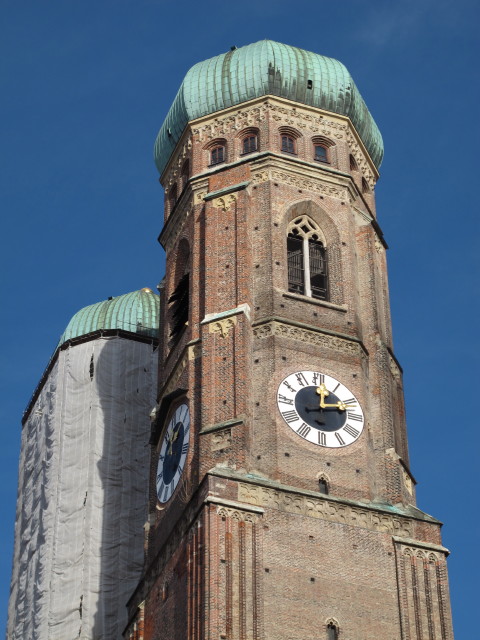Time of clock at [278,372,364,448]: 12:12
